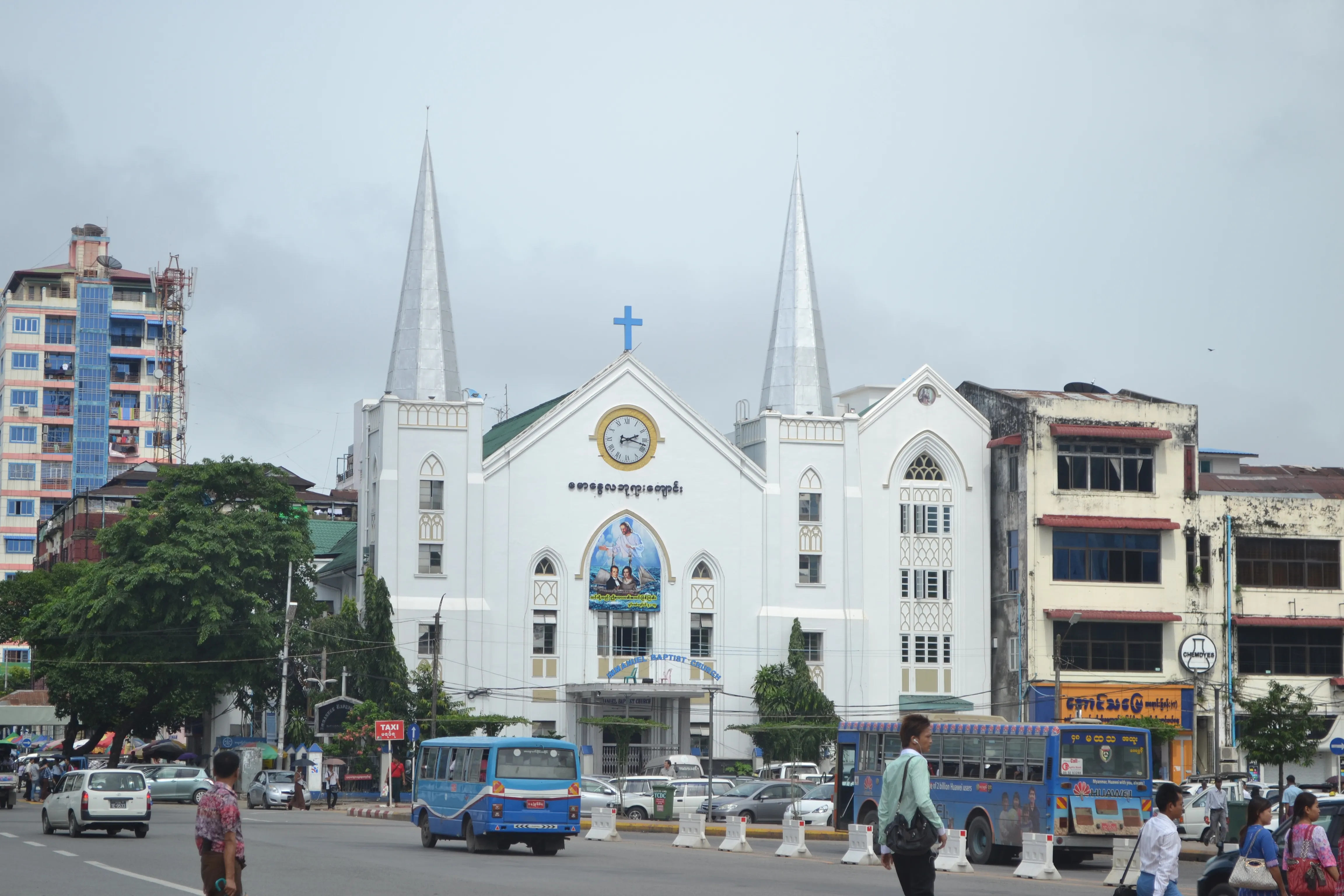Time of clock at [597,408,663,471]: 2:17
